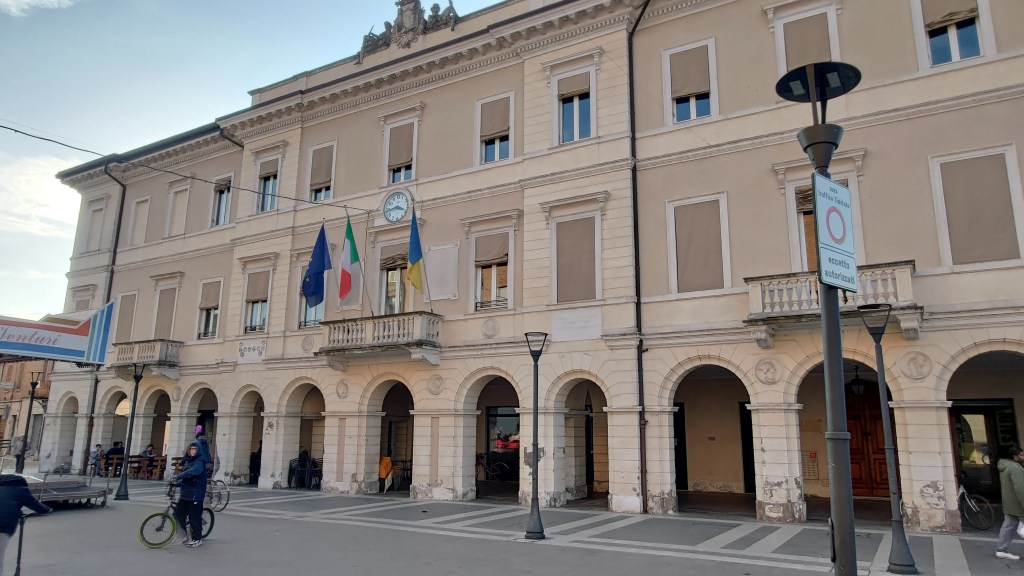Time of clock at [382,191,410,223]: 3:43
